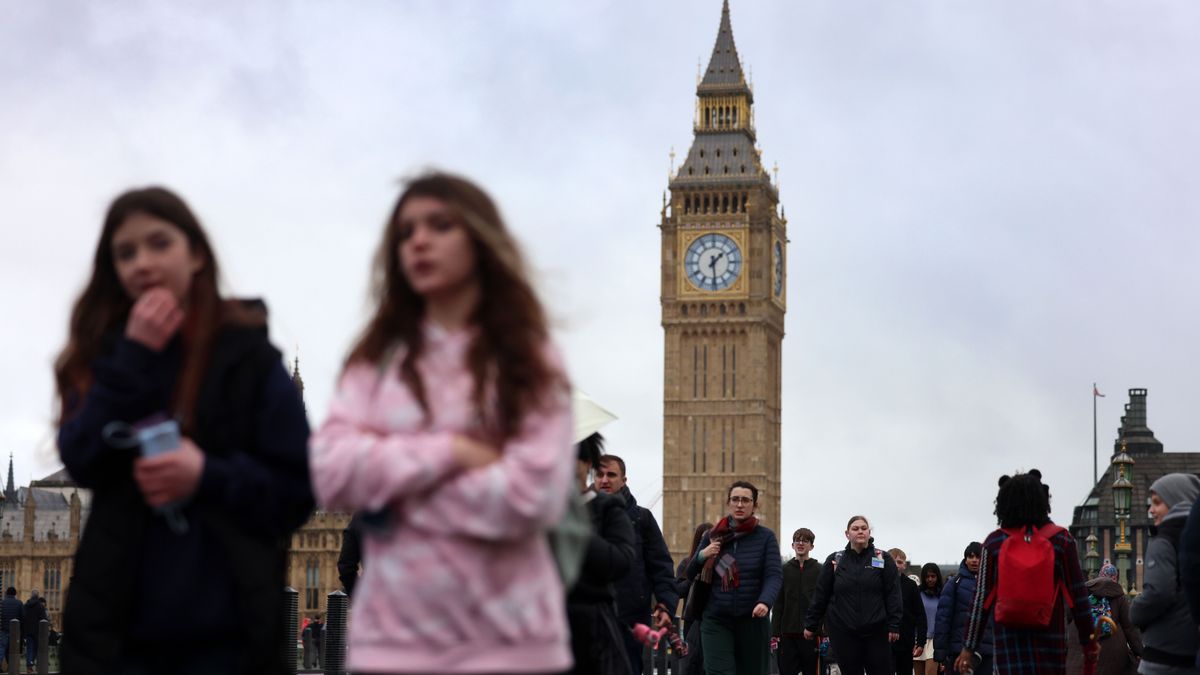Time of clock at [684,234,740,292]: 1:29
